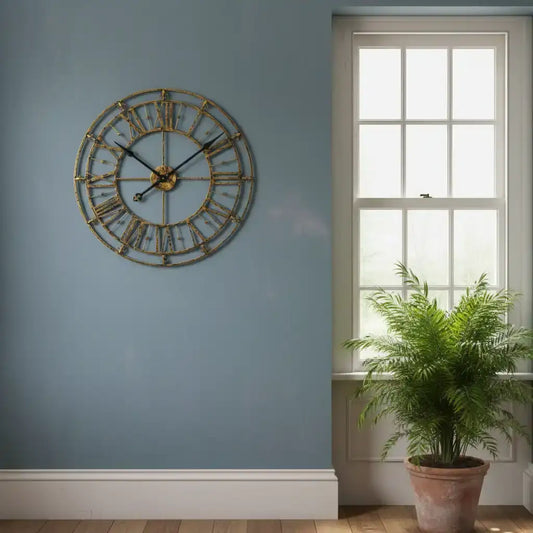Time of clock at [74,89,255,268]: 10:08
